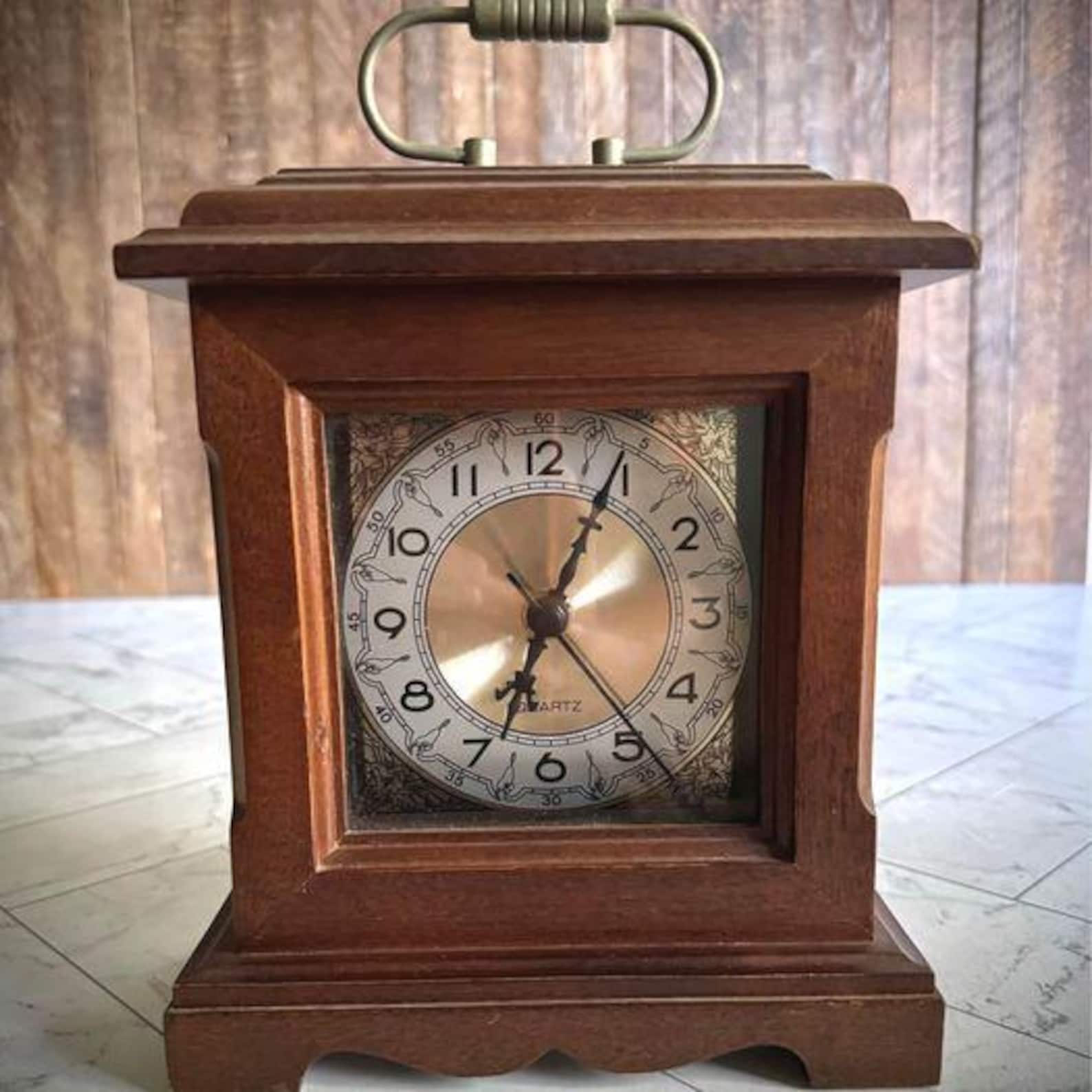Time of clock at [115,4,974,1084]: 7:04
